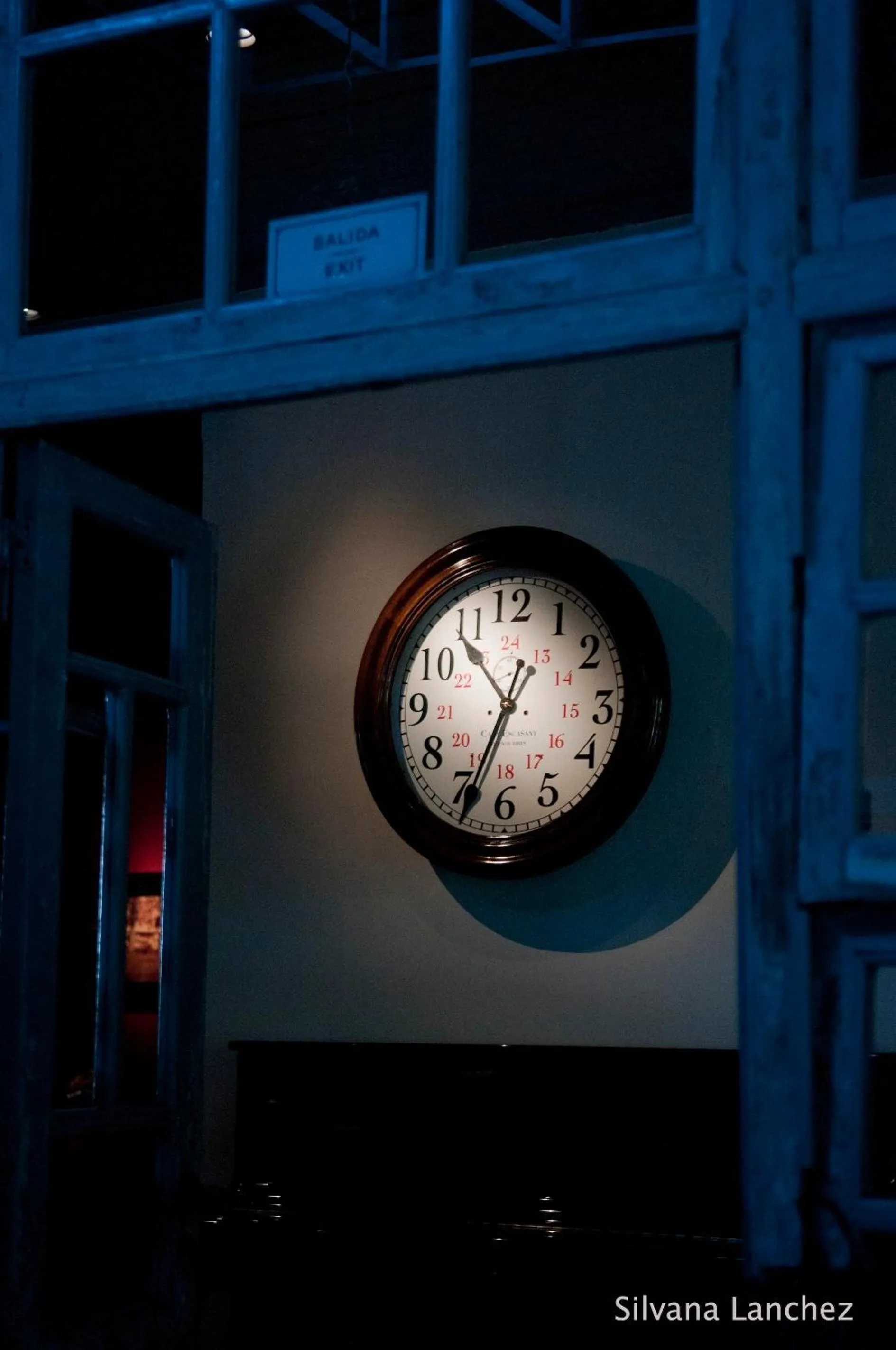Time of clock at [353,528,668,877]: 10:34
